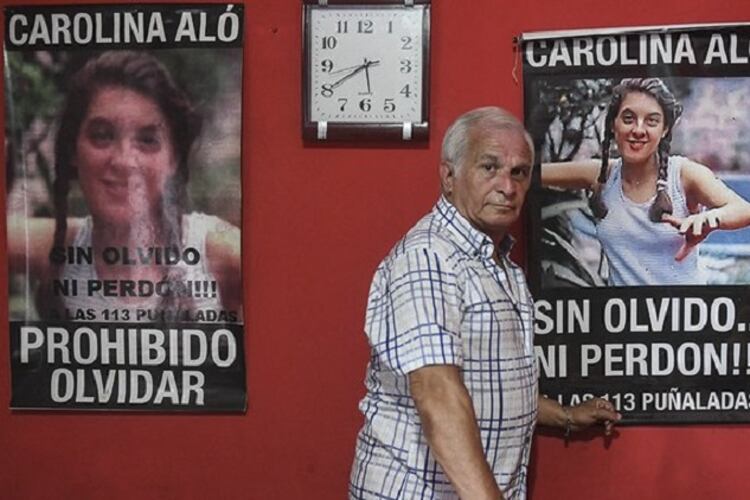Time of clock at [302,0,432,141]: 5:40
